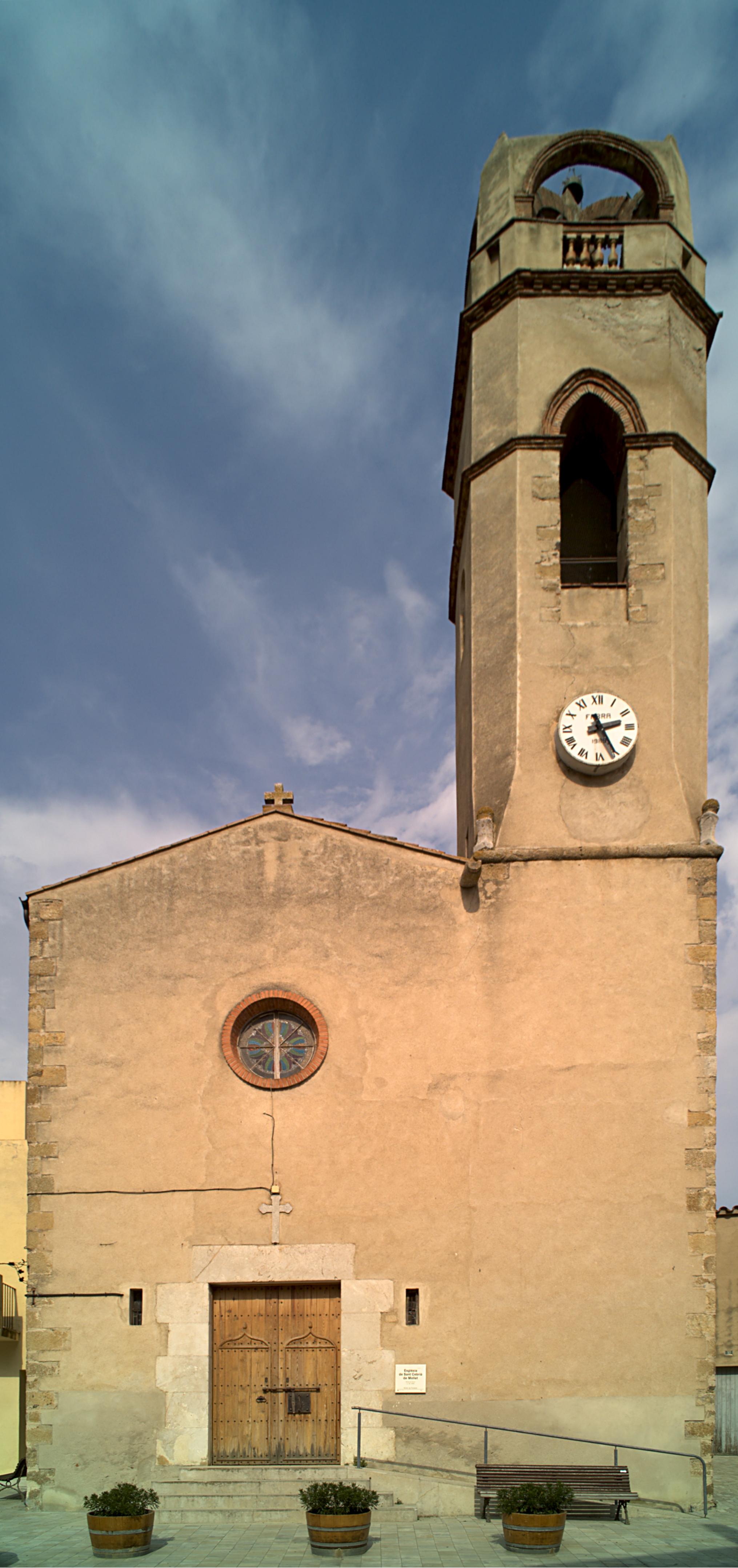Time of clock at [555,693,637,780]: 2:25
